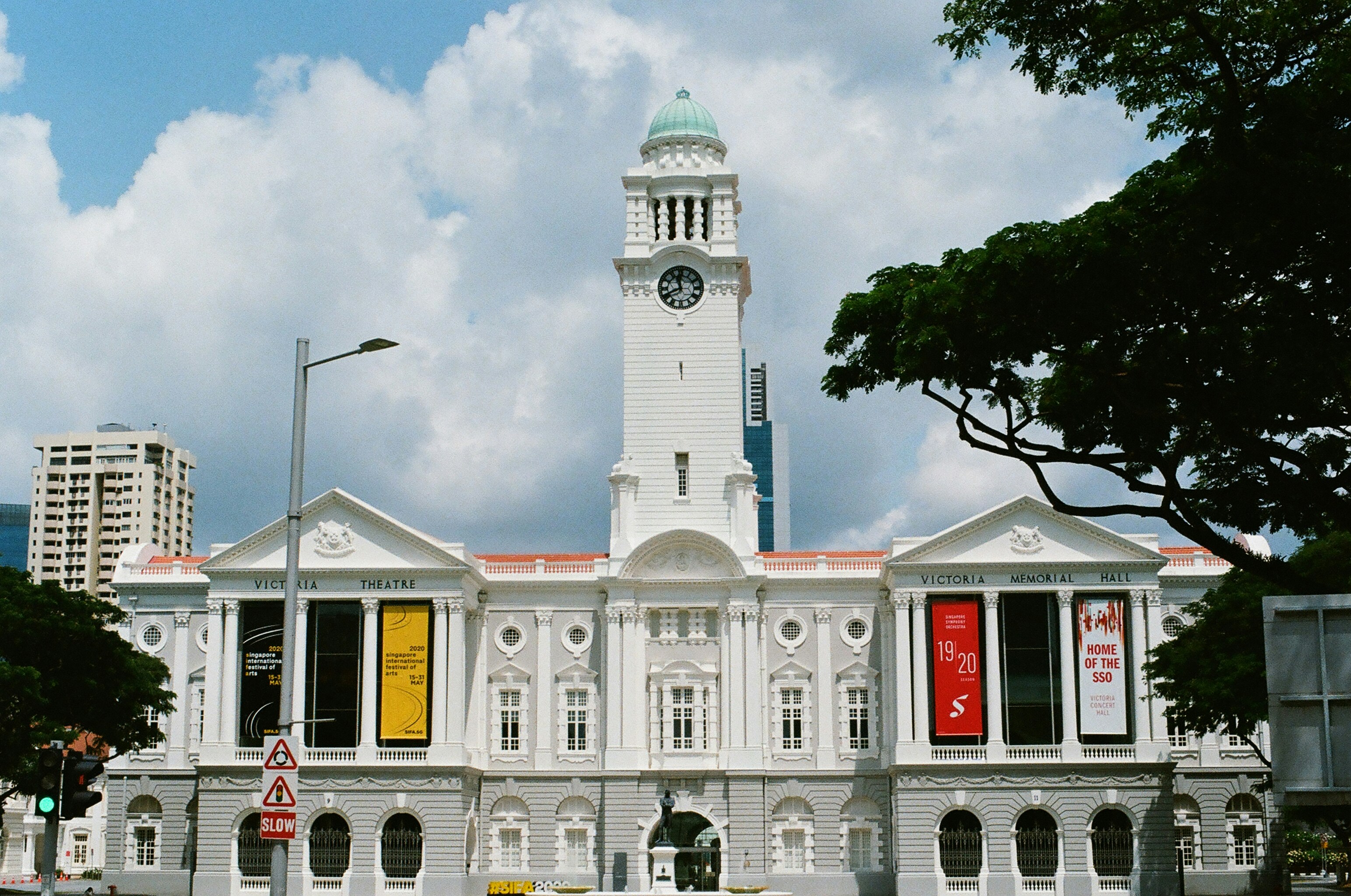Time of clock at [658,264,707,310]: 11:40
